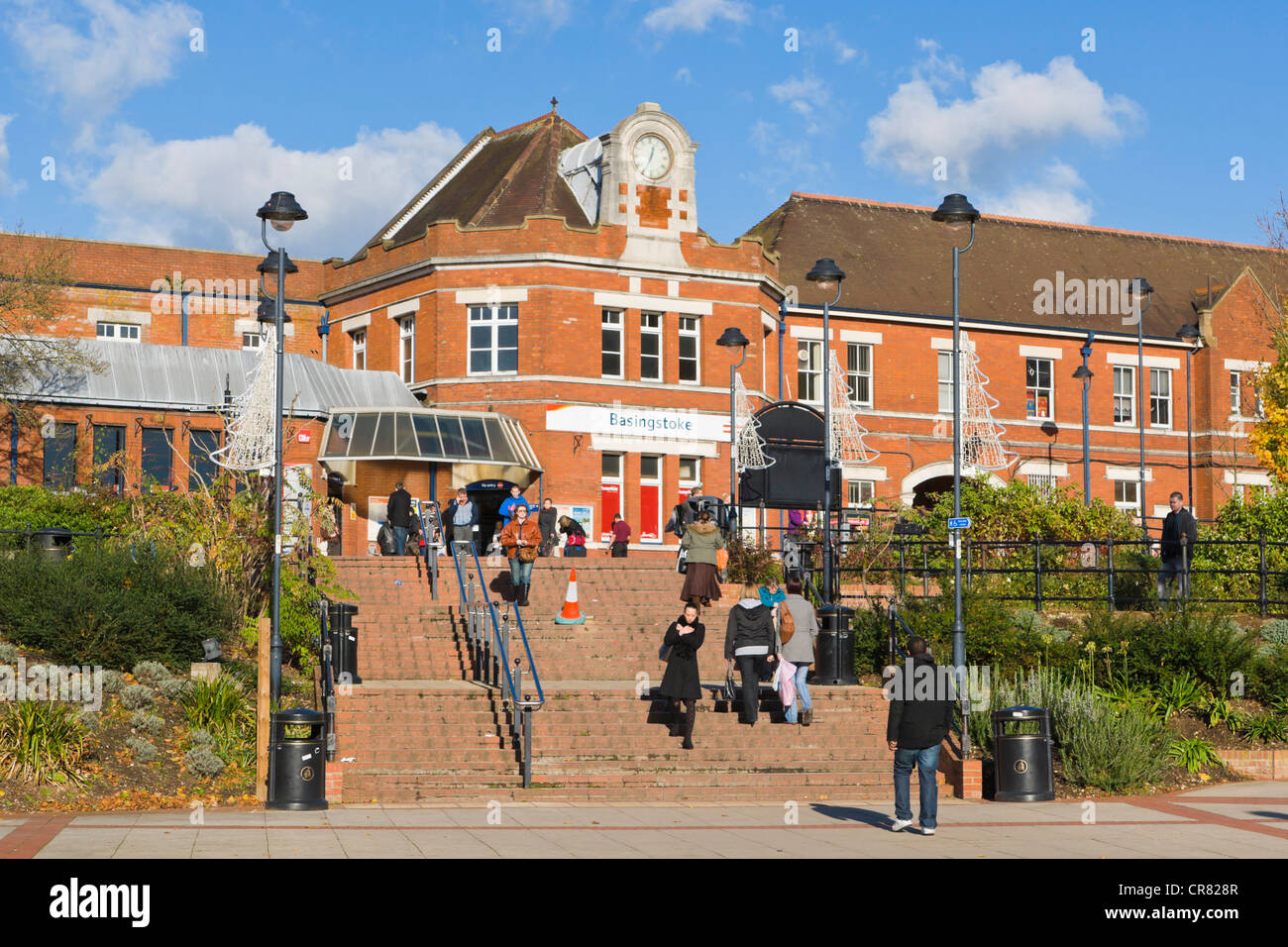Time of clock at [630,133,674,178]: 12:34
